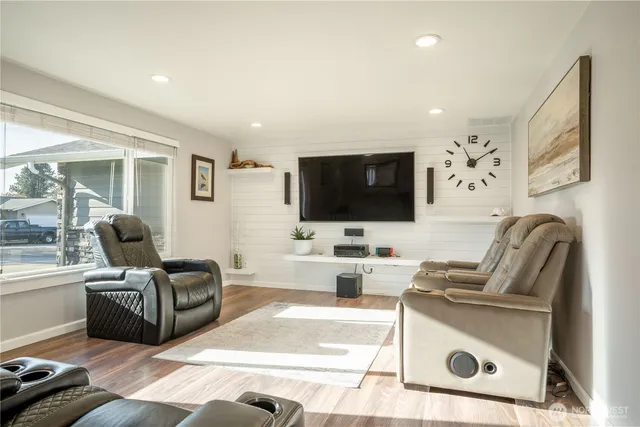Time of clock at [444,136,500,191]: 11:09
